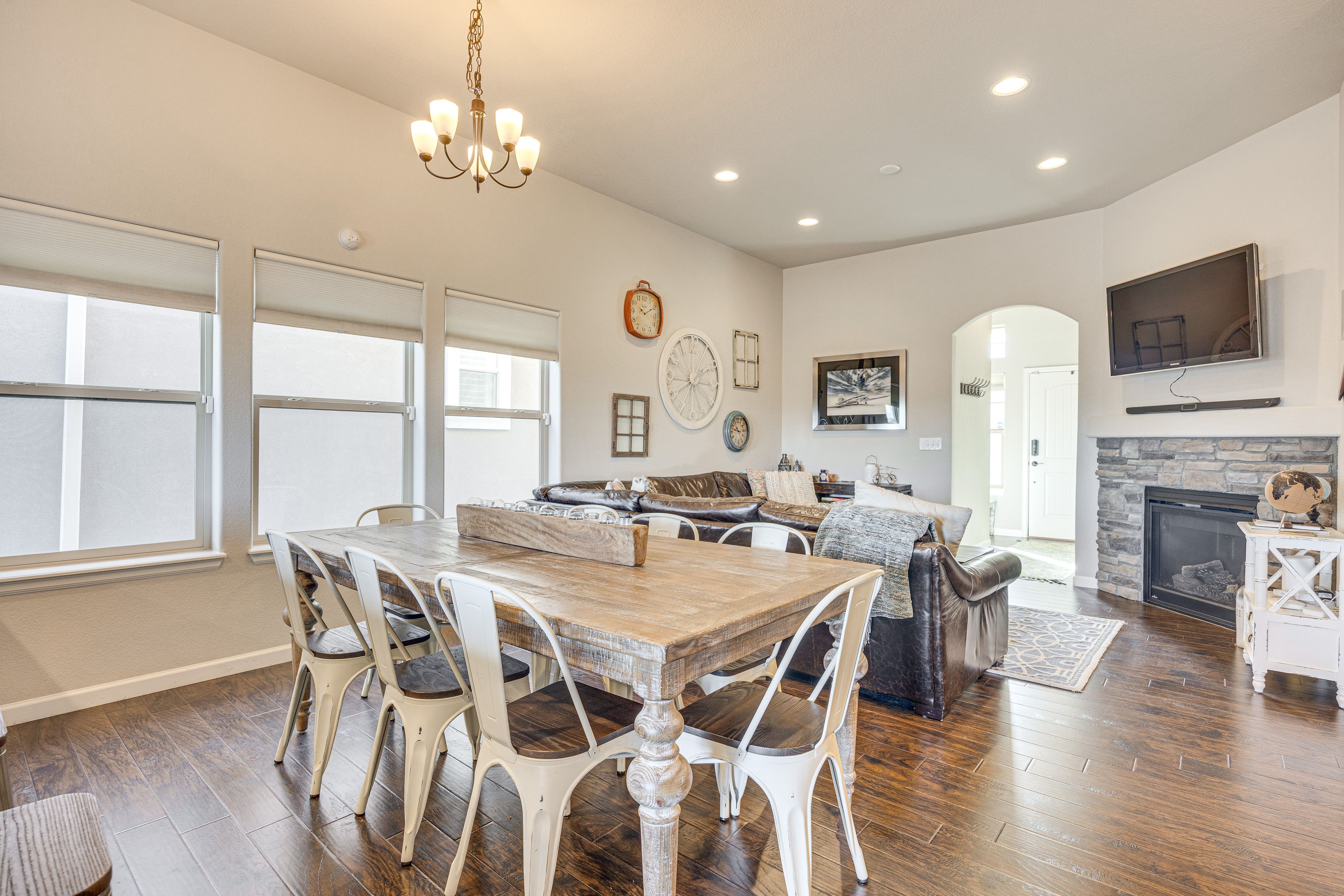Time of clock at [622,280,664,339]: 10:10
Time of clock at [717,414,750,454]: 10:47
